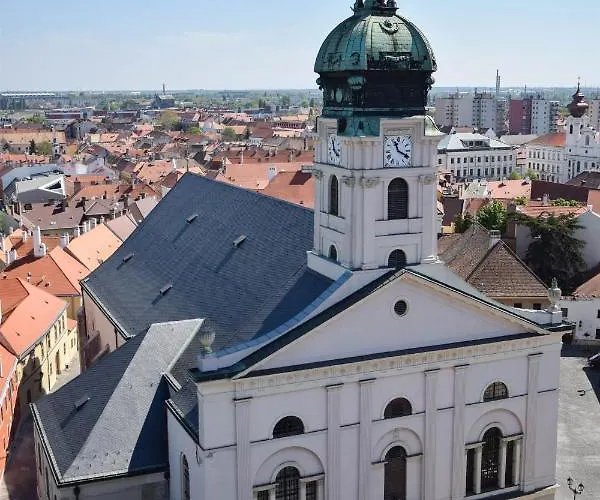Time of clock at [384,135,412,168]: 11:19
